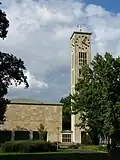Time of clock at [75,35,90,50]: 4:04
